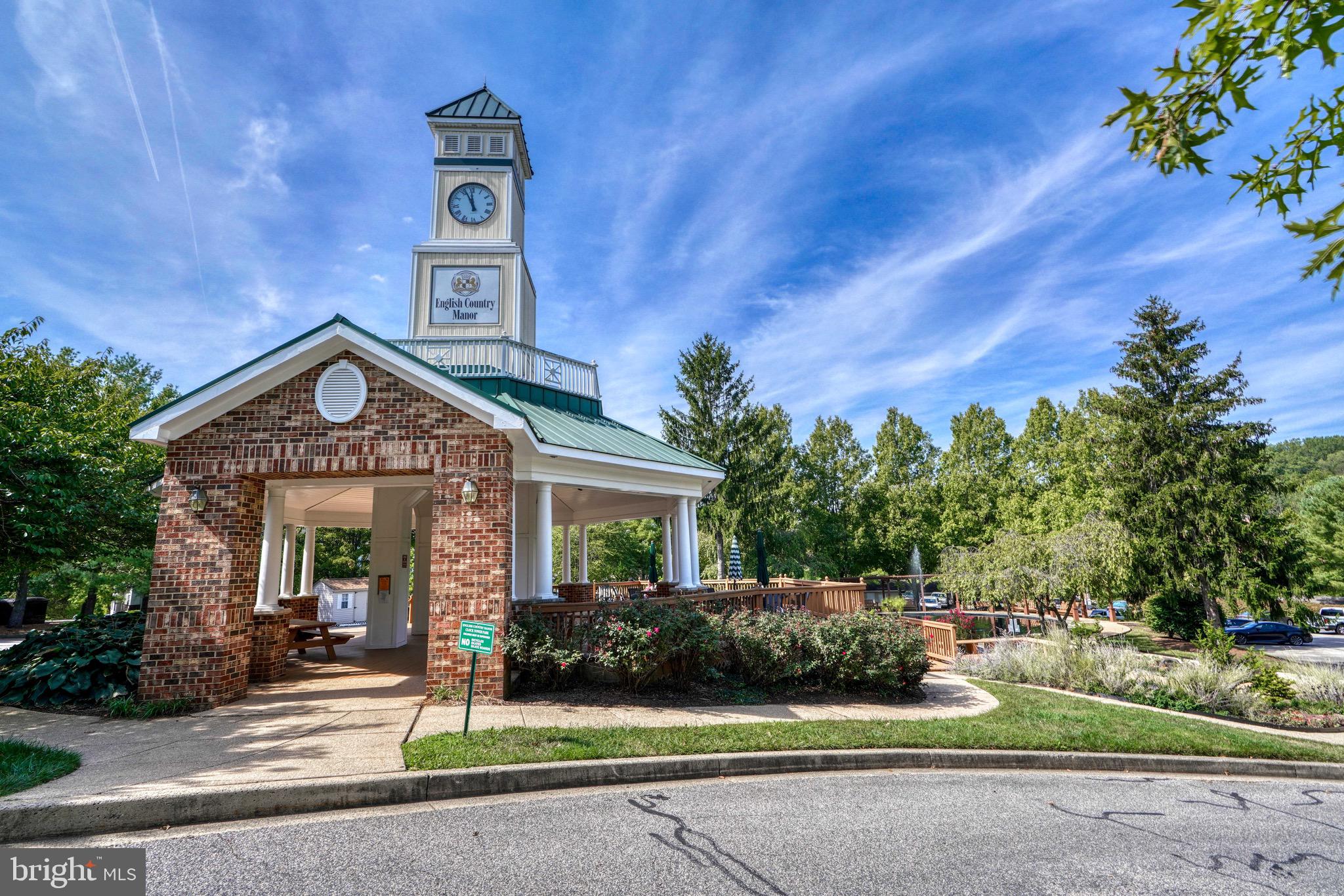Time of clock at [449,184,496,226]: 11:56
